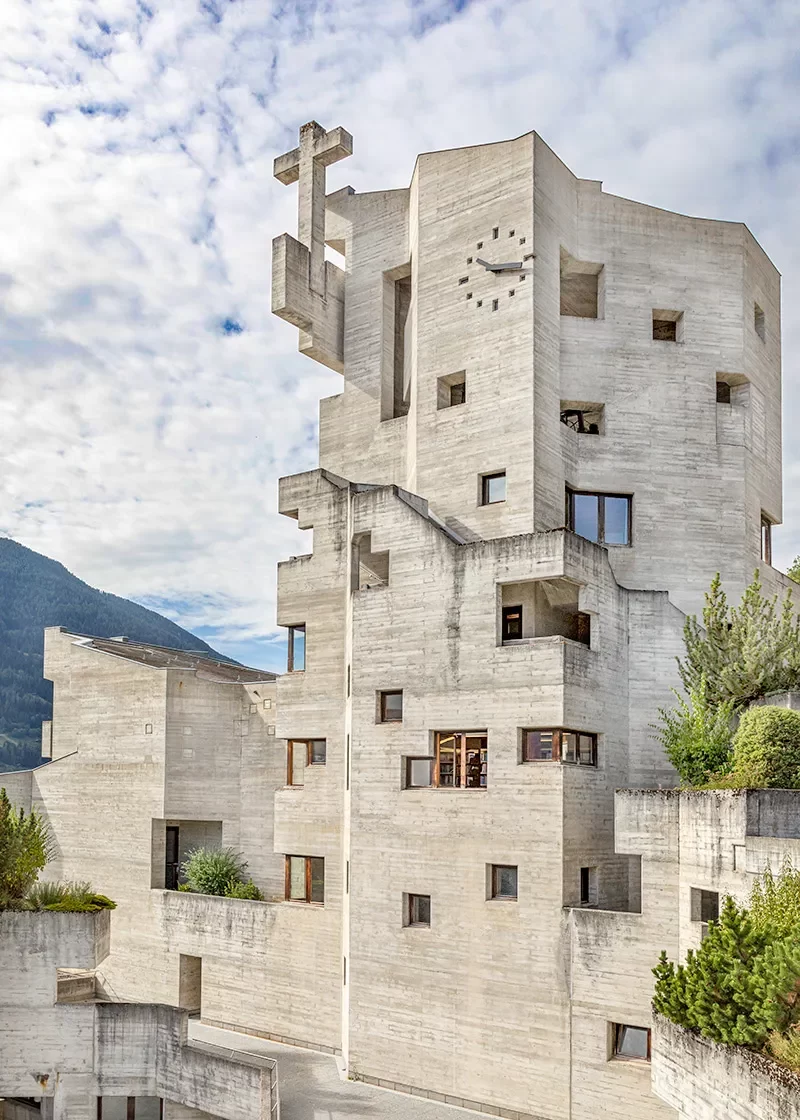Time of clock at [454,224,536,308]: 10:17
